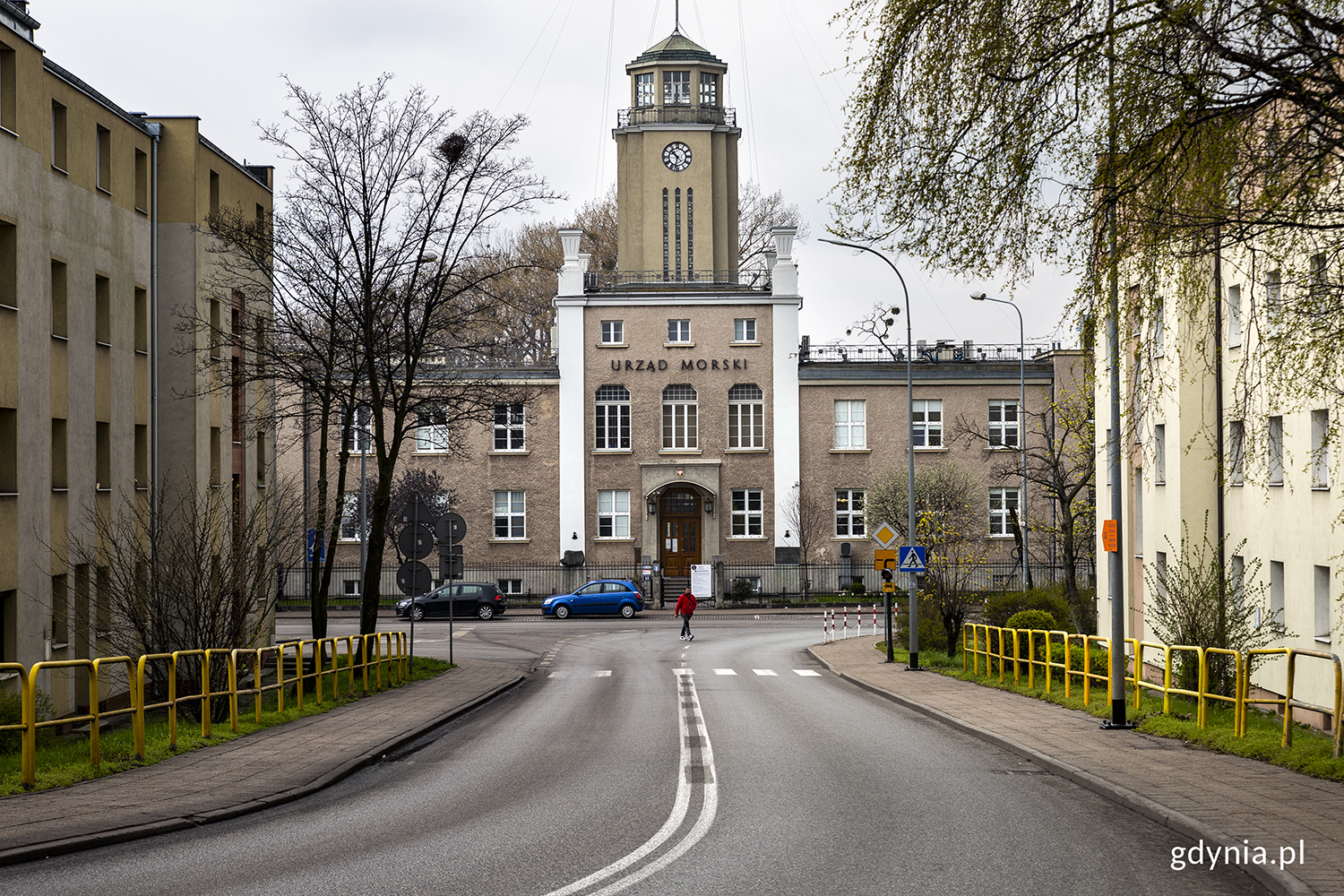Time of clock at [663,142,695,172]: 10:32
